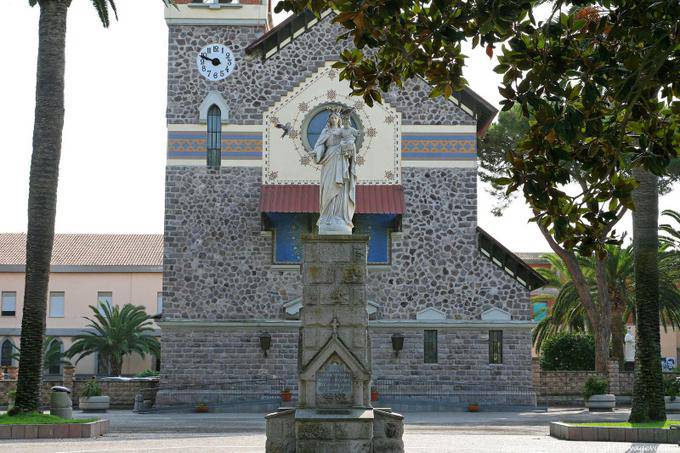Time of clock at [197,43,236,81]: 9:48
